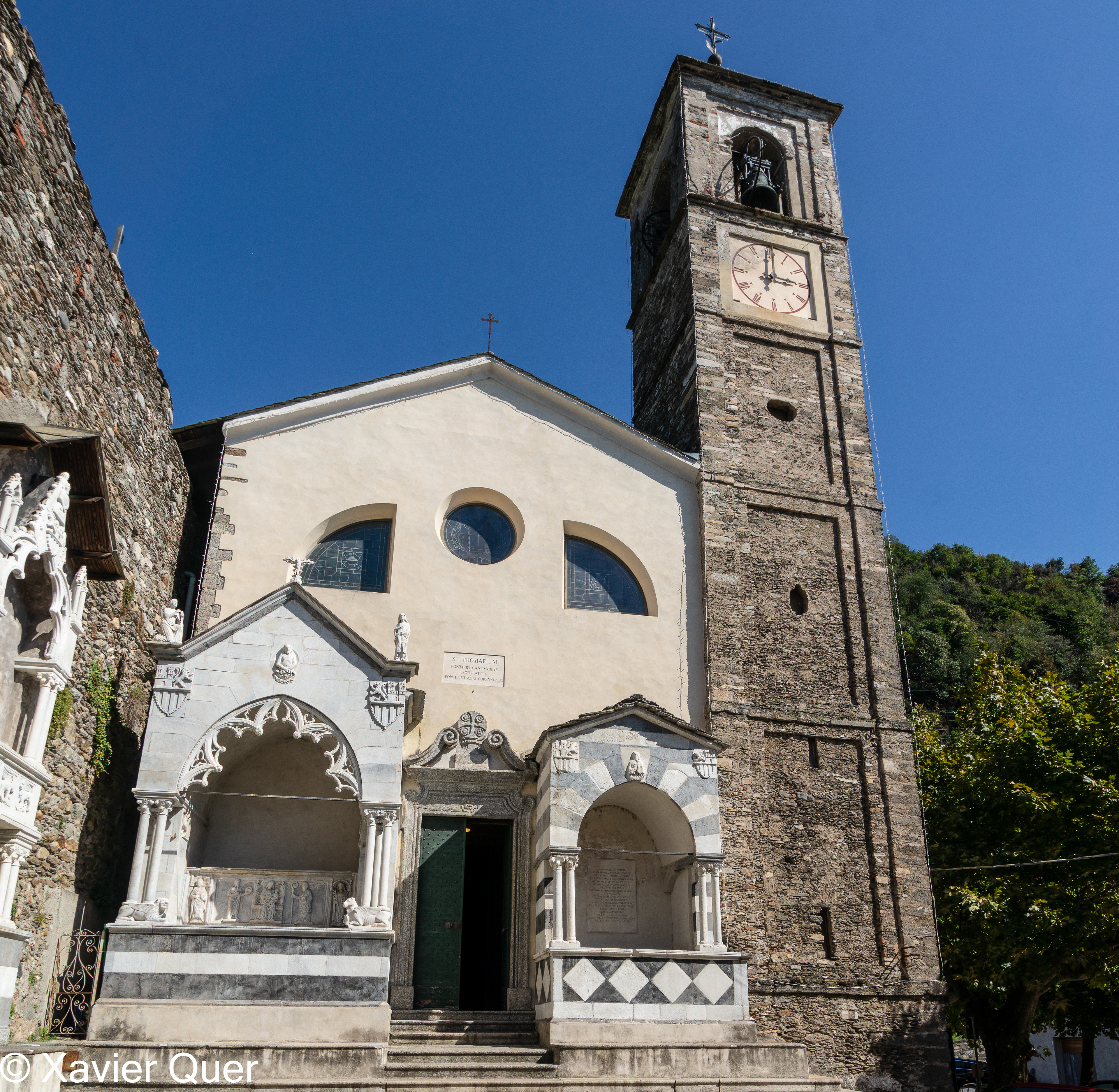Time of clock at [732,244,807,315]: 2:59
